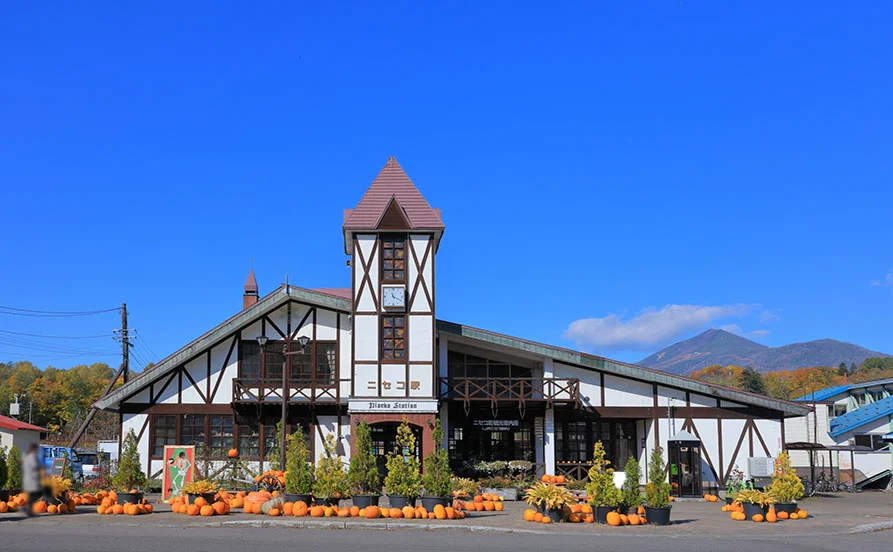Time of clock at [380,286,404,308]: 11:19
